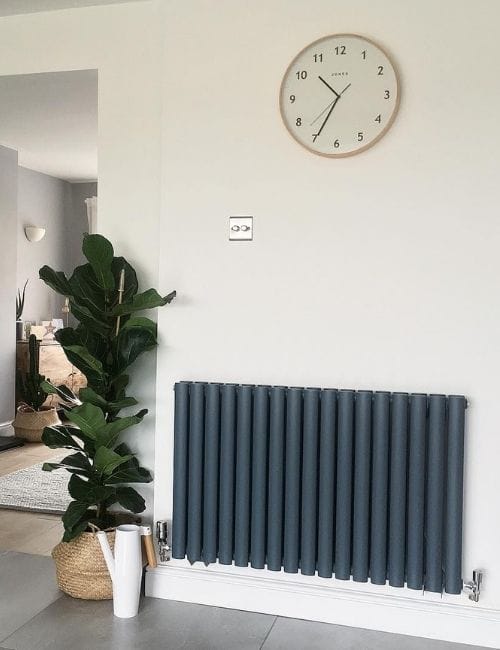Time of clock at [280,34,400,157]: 10:34
